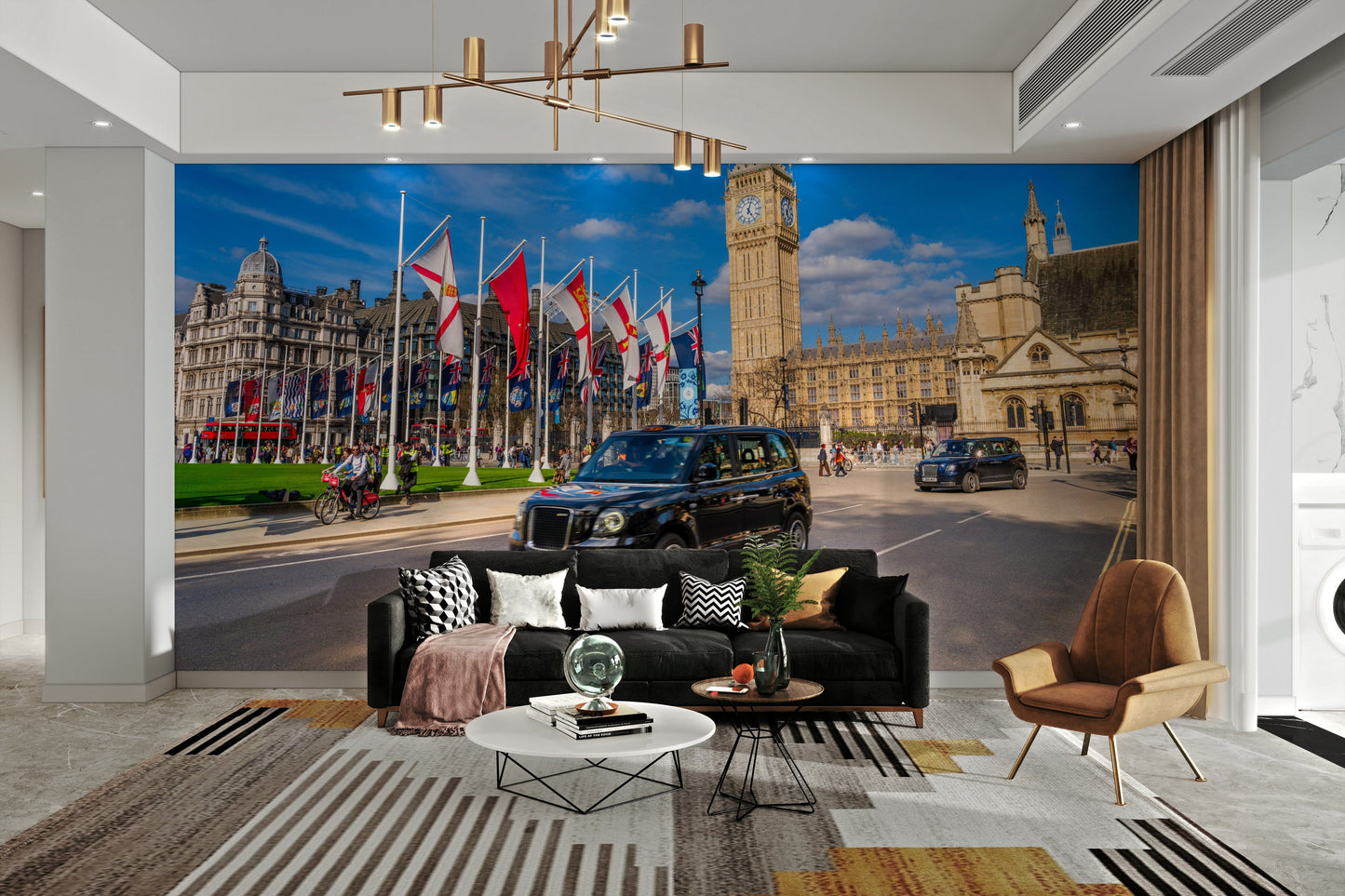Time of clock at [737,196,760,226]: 5:03
